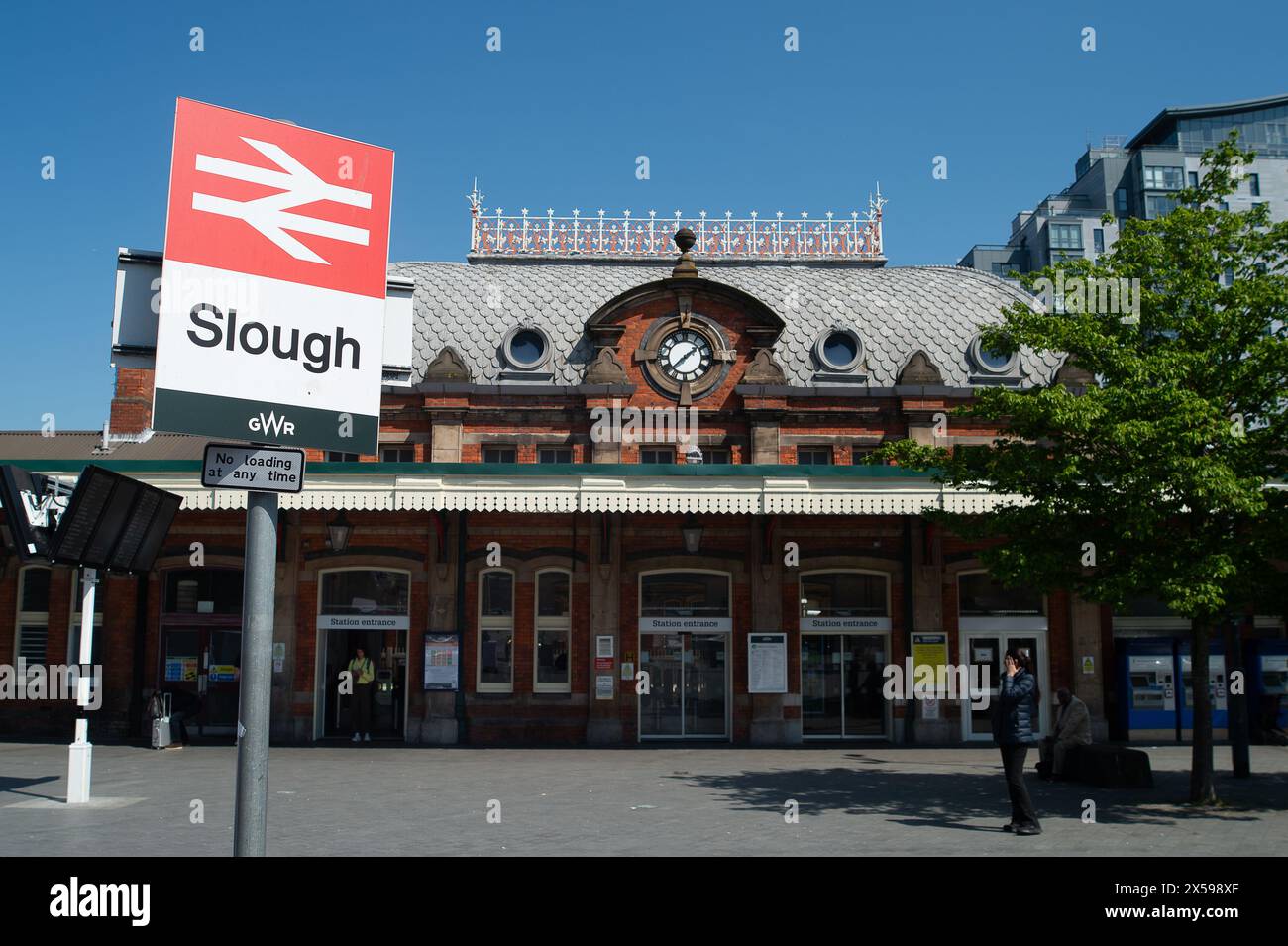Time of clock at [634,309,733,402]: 1:36
